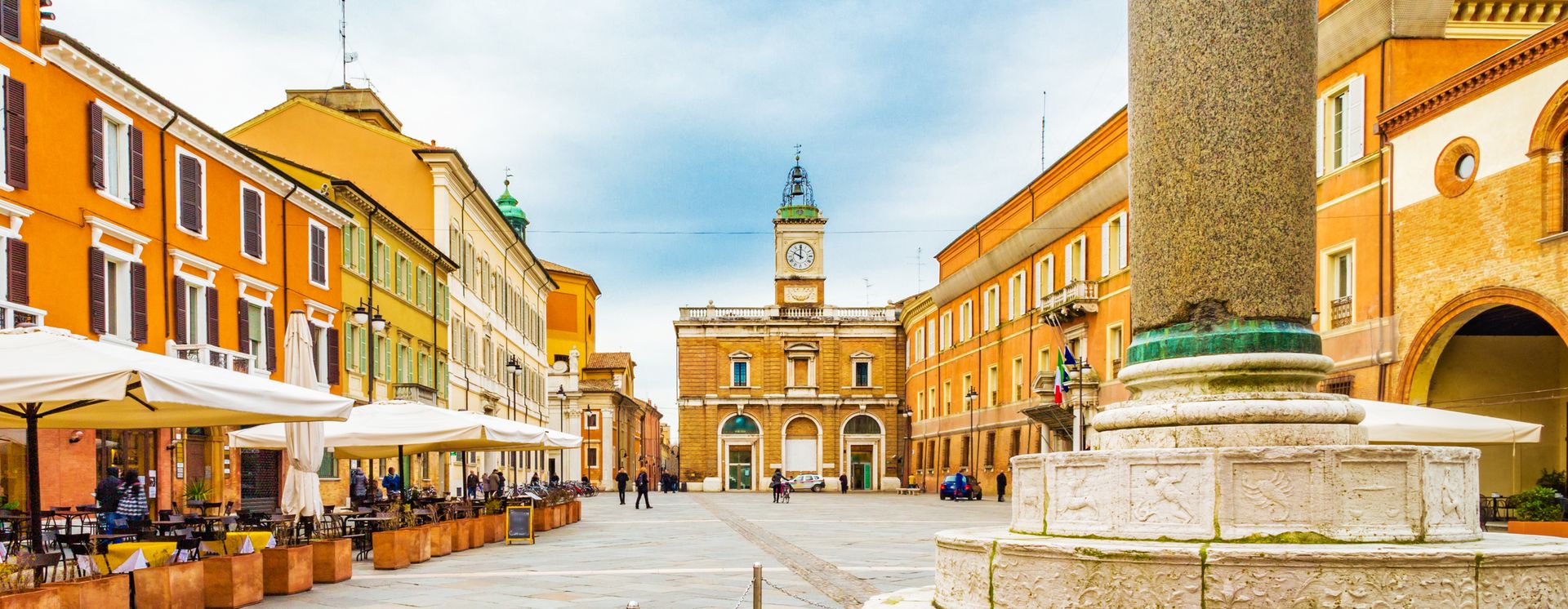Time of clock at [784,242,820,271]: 10:00
